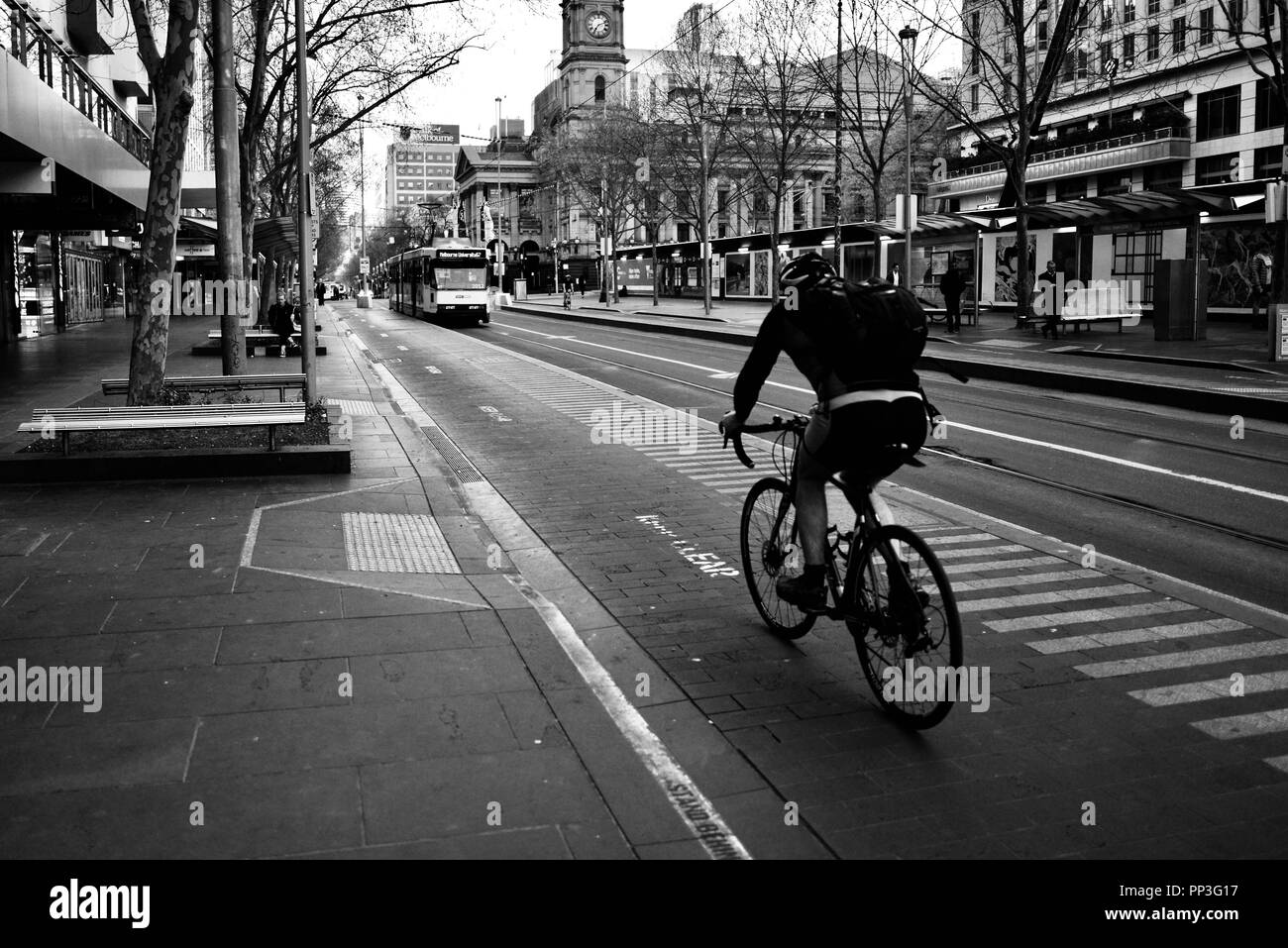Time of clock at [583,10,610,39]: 7:11
